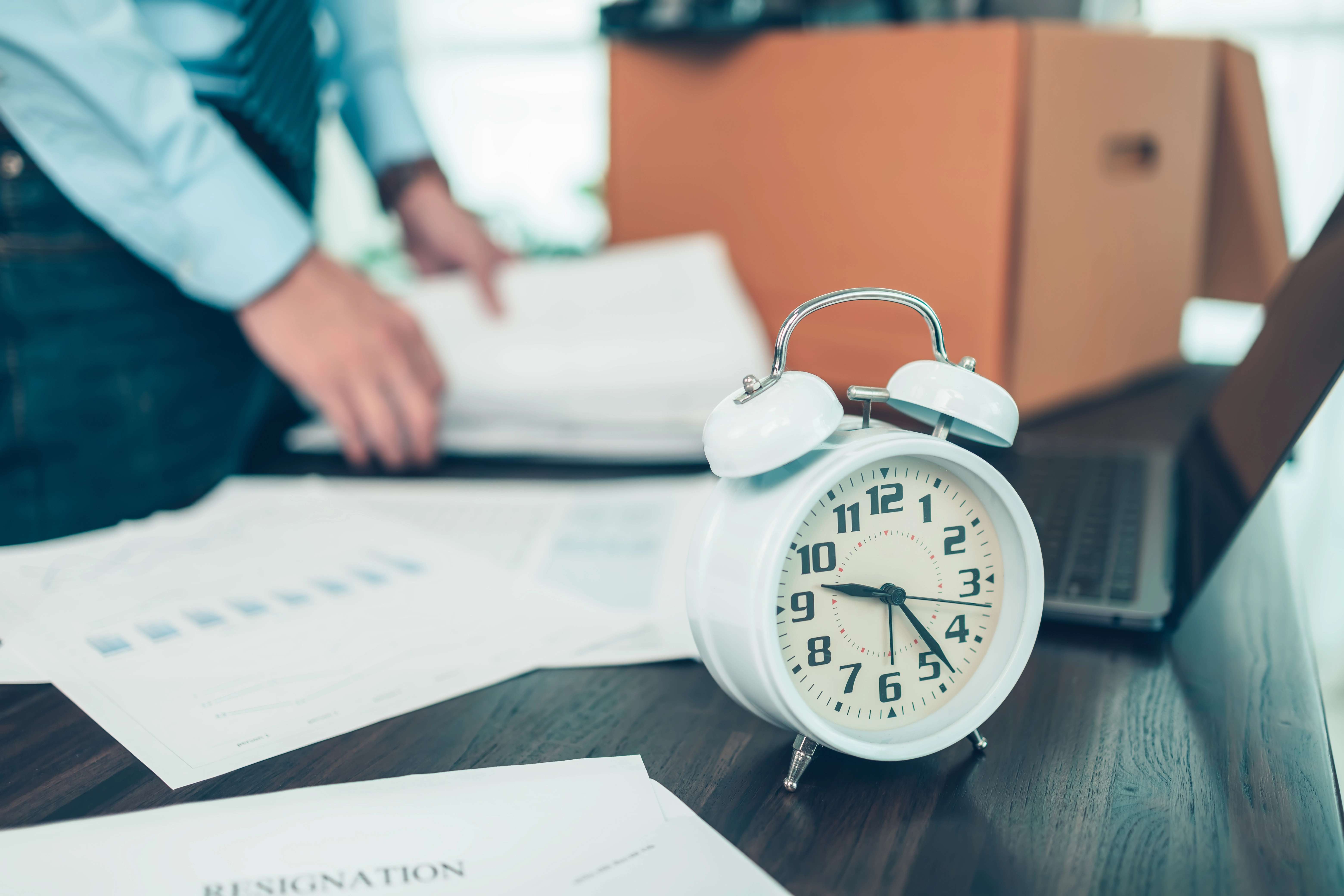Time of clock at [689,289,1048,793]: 9:23
